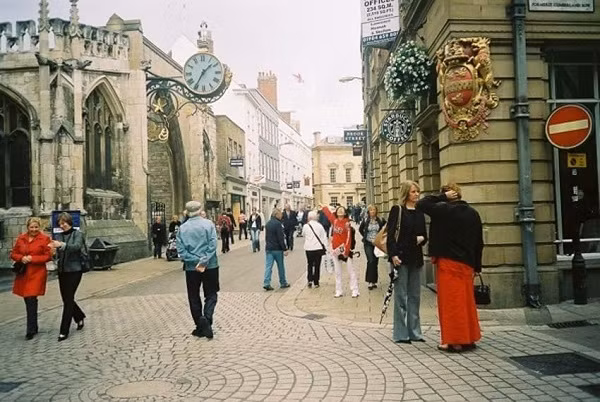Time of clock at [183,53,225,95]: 1:35
